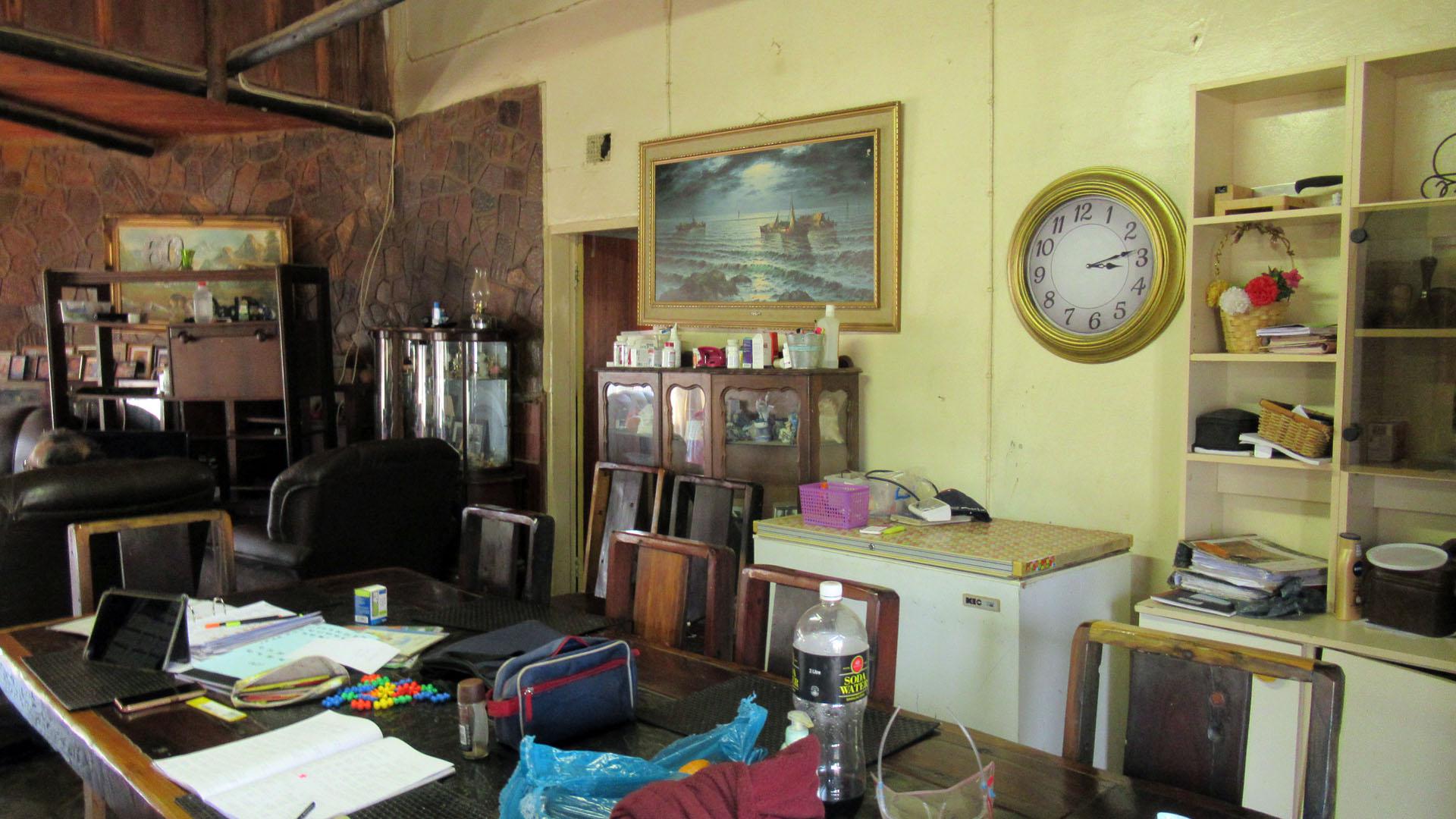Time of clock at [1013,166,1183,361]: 3:13
